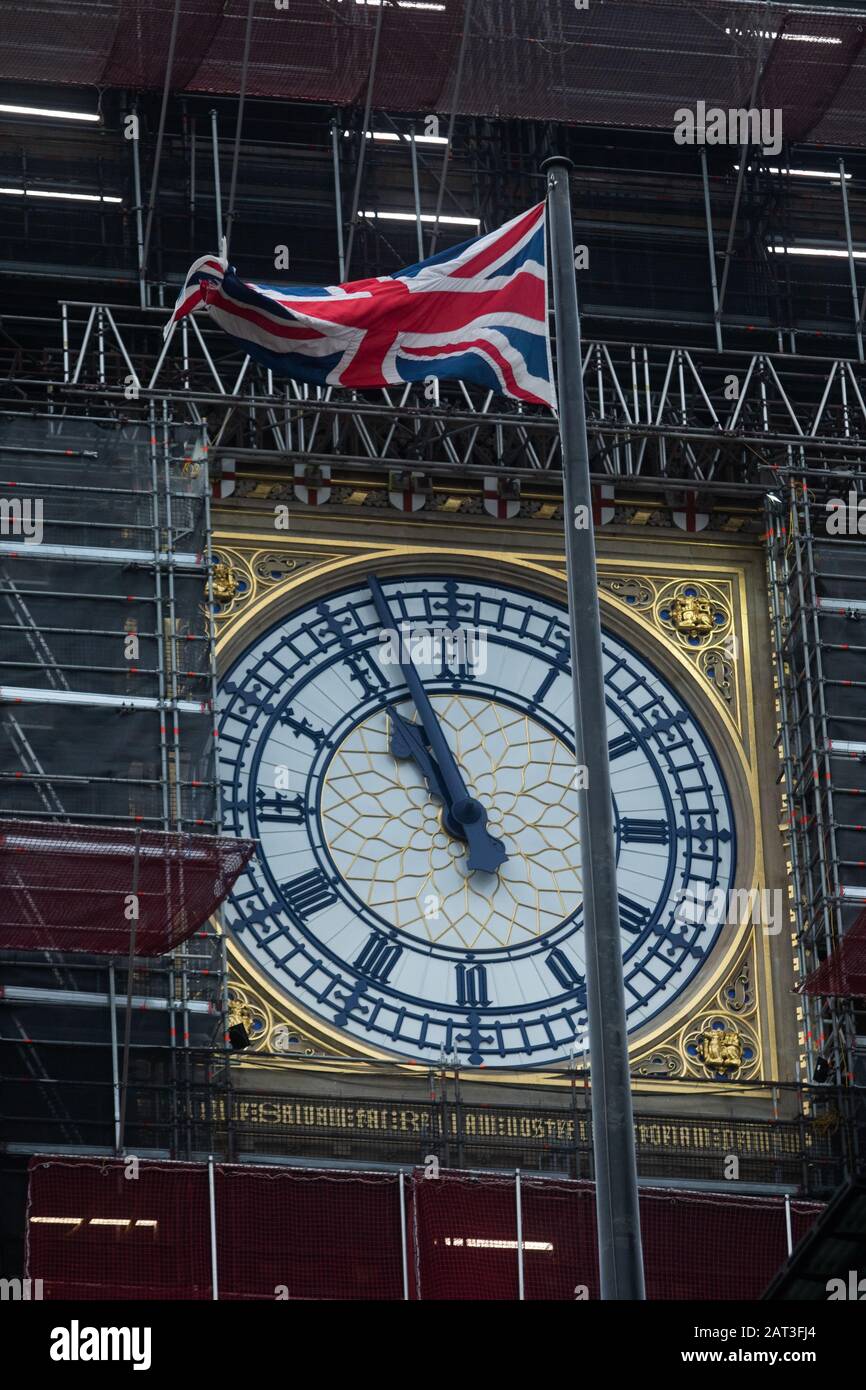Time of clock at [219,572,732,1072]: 10:56
